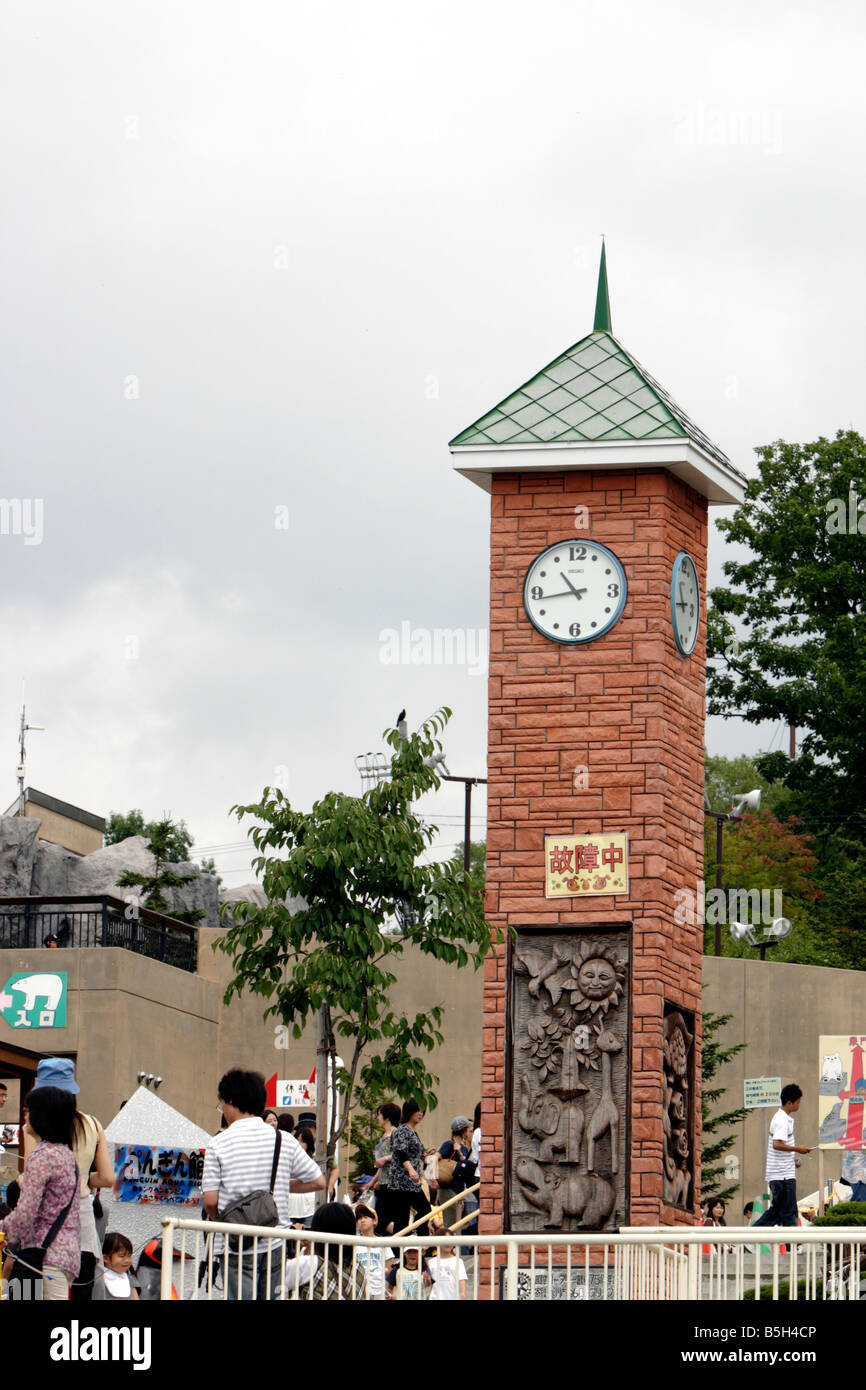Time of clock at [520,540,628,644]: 10:43
